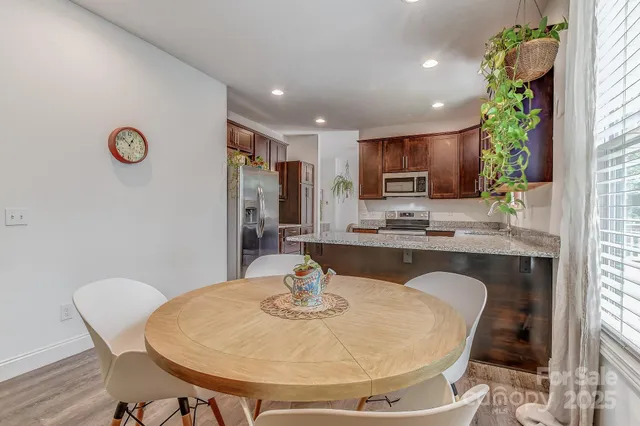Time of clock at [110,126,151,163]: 12:52
